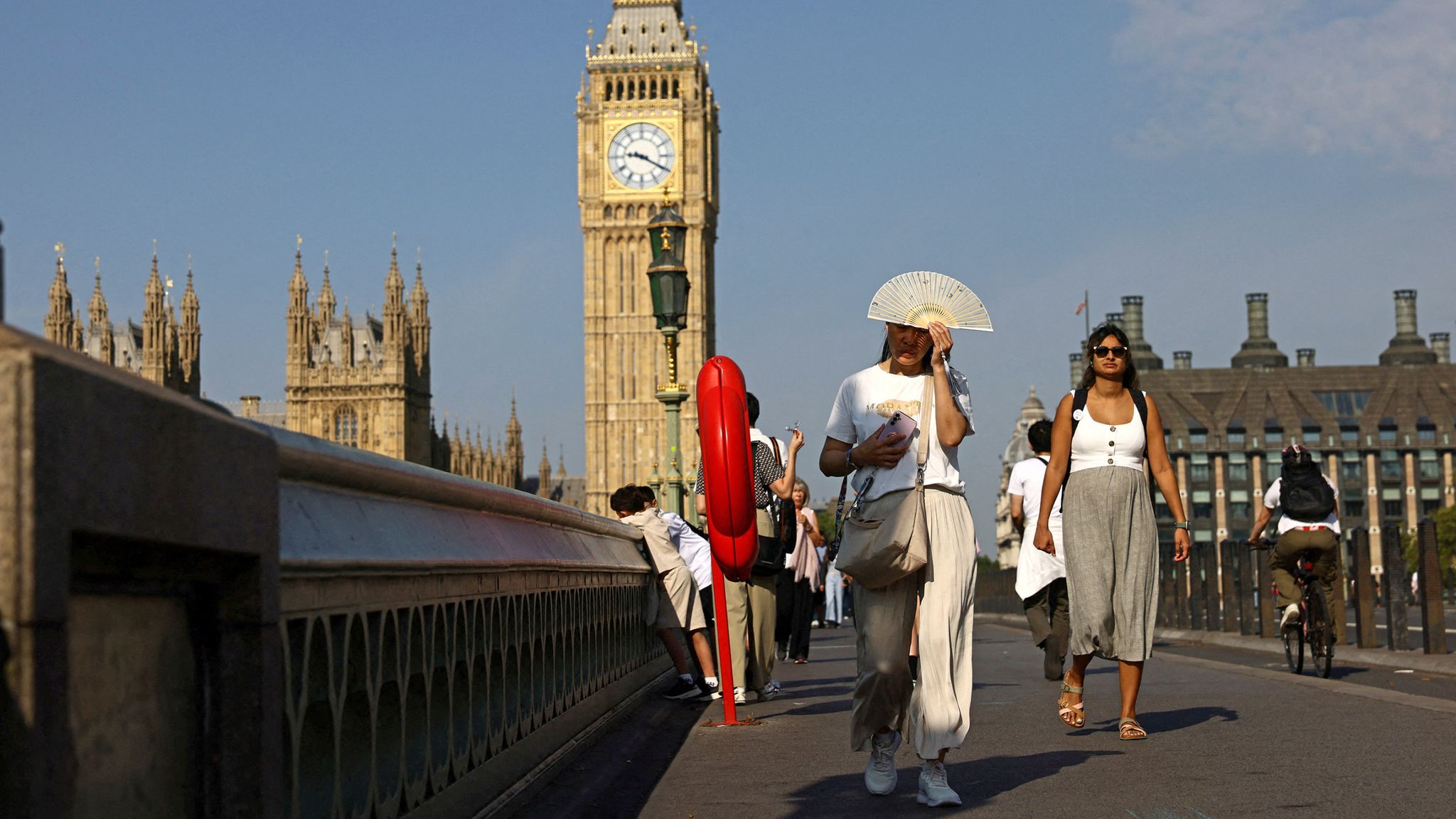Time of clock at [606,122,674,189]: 9:20
